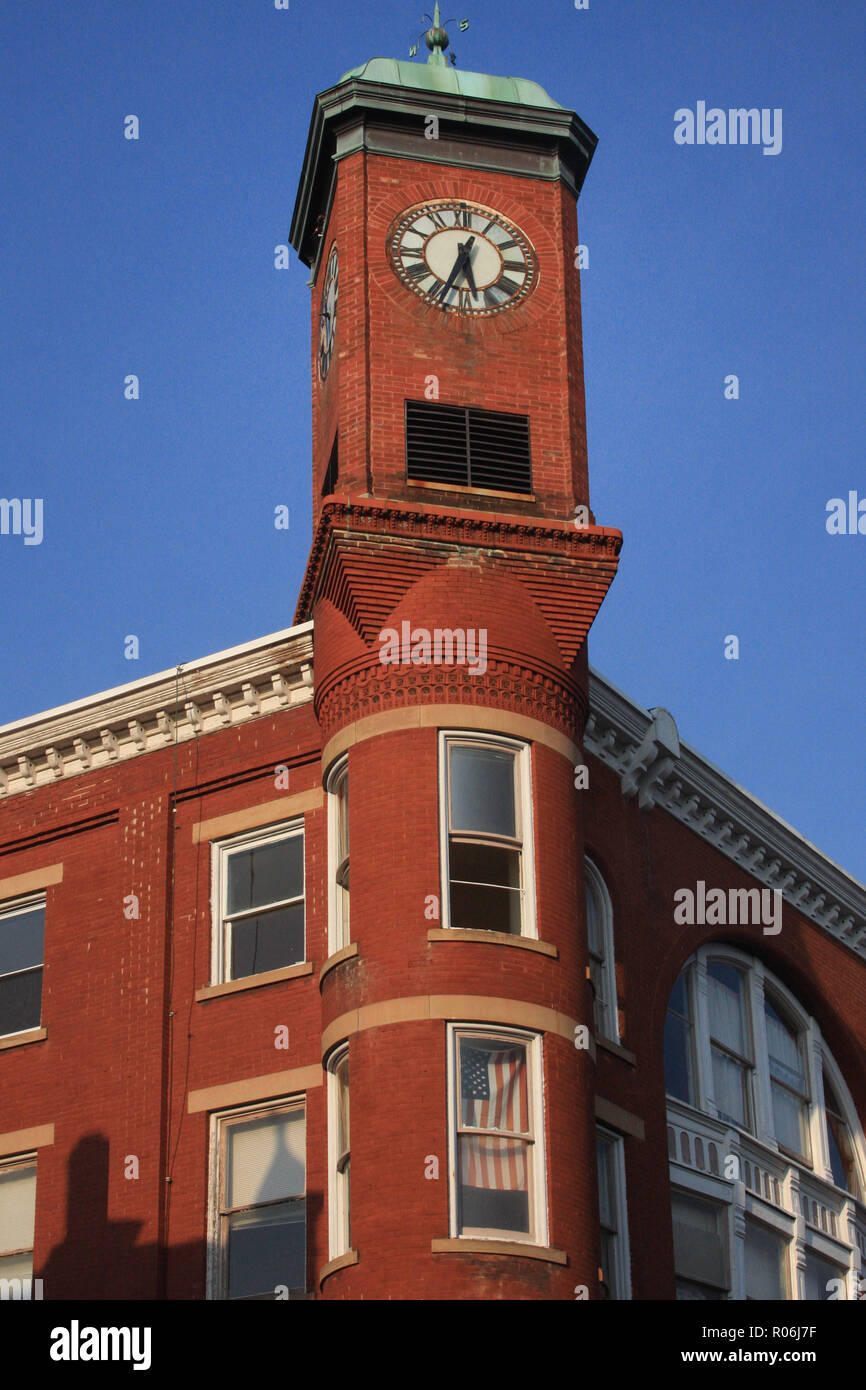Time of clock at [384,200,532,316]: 5:33
